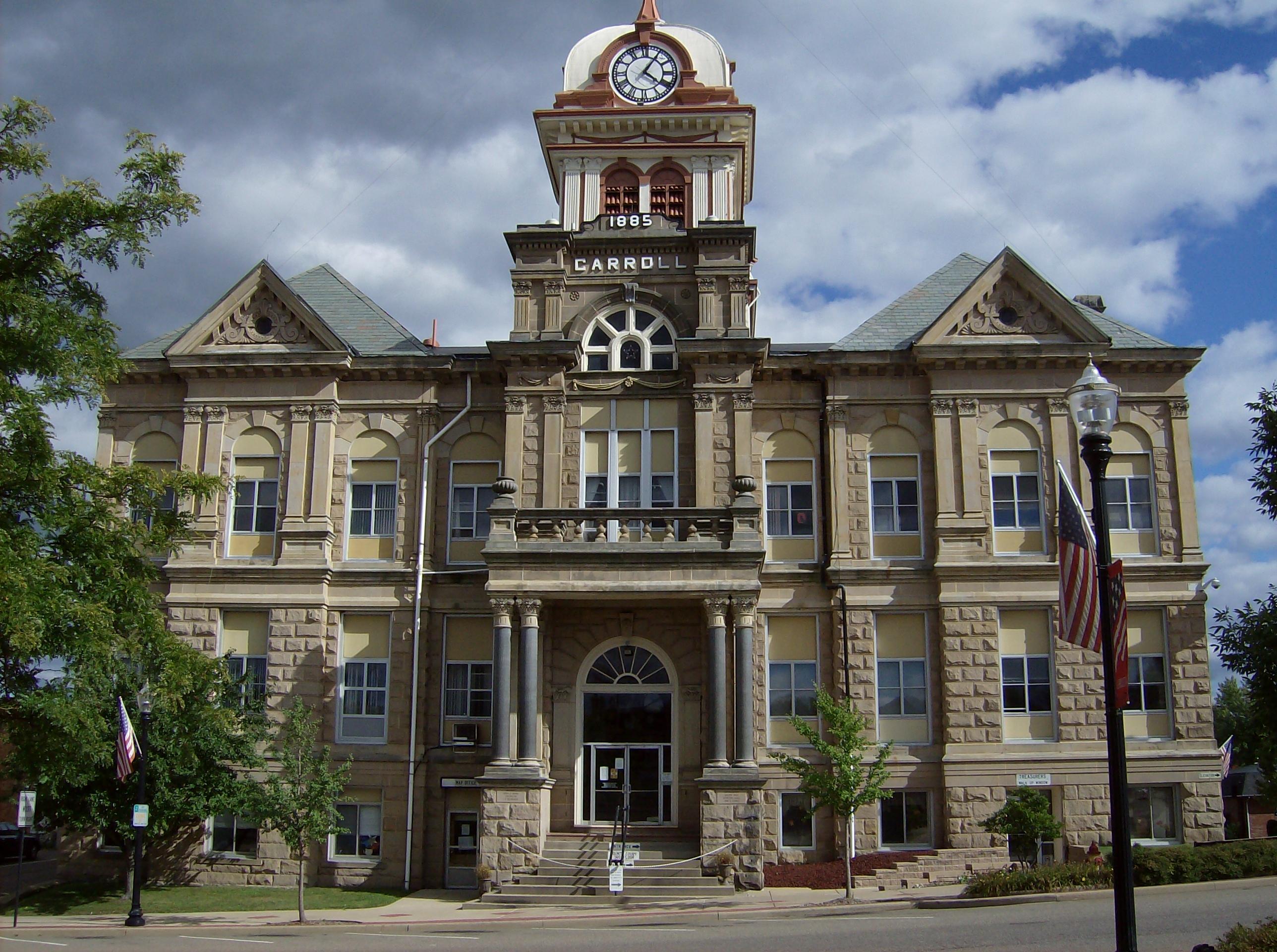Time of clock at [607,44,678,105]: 4:05
